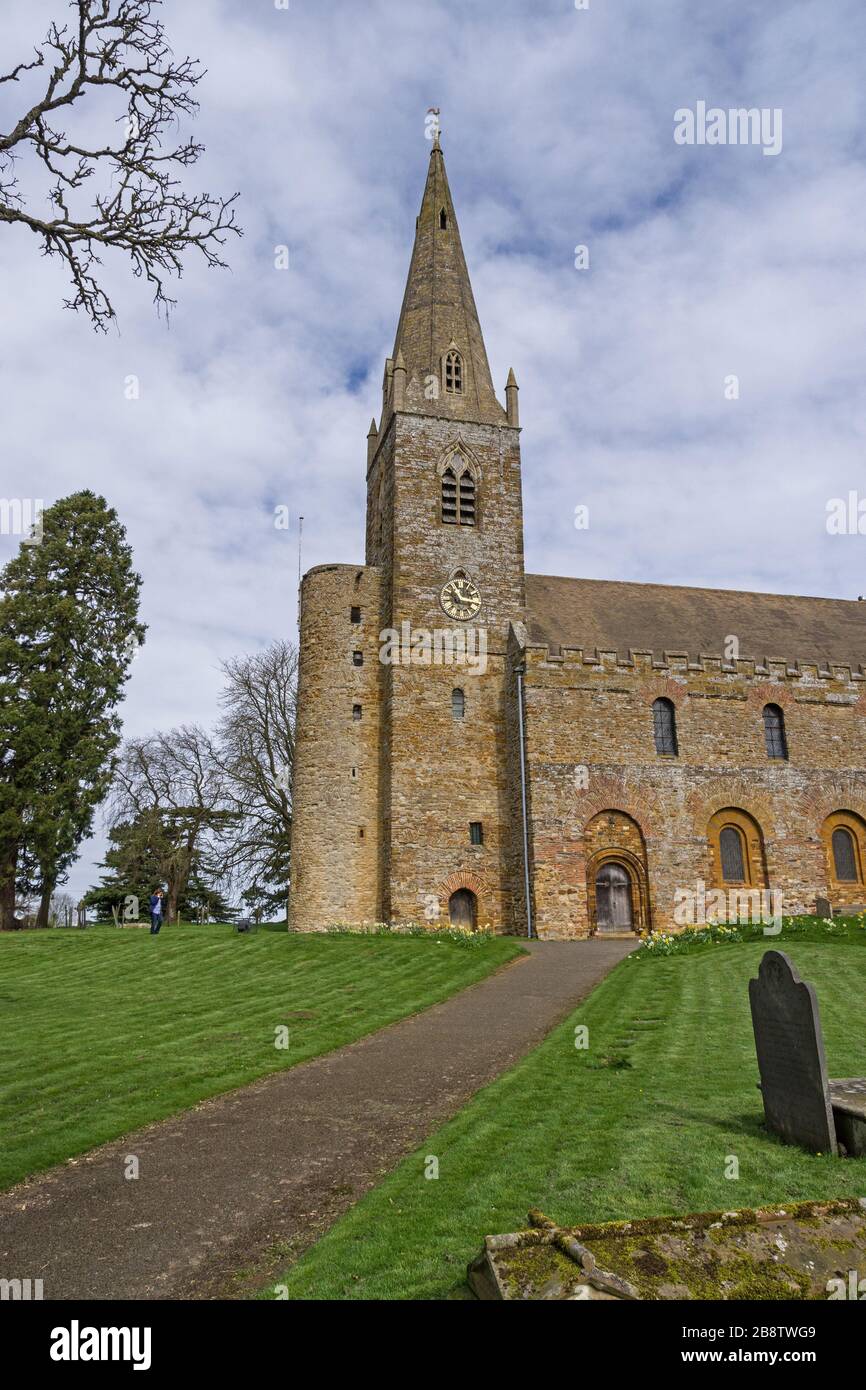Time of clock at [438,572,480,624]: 11:16
